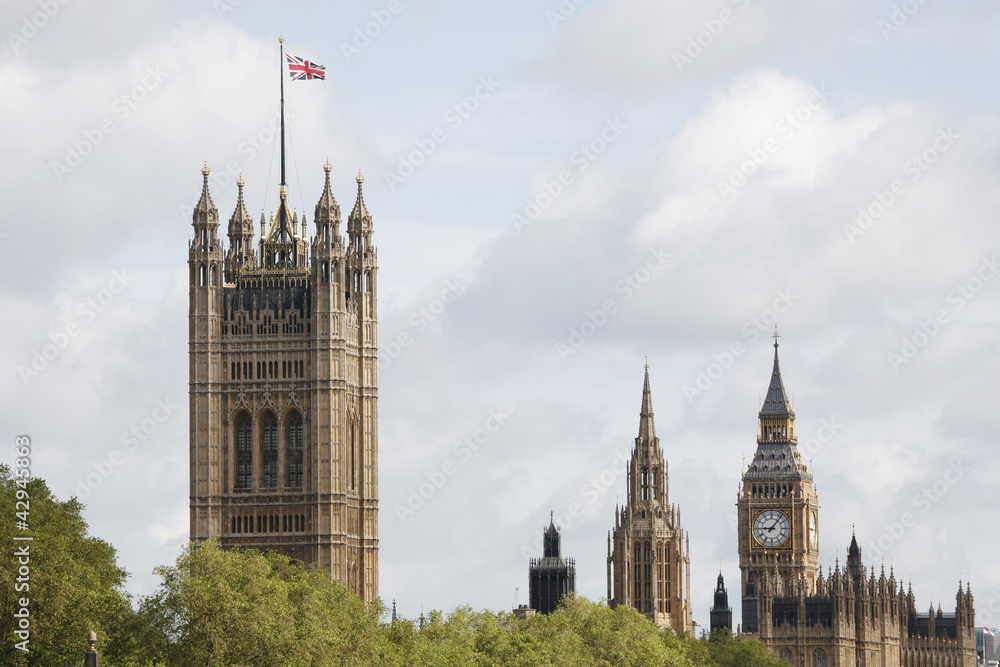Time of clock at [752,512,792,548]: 9:06
